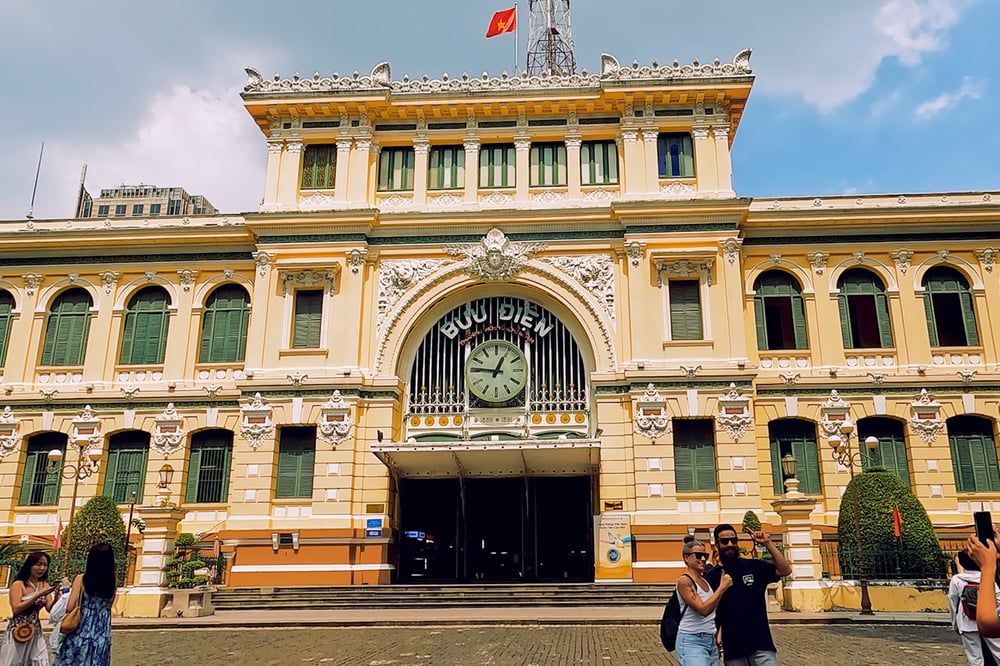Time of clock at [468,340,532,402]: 12:46
